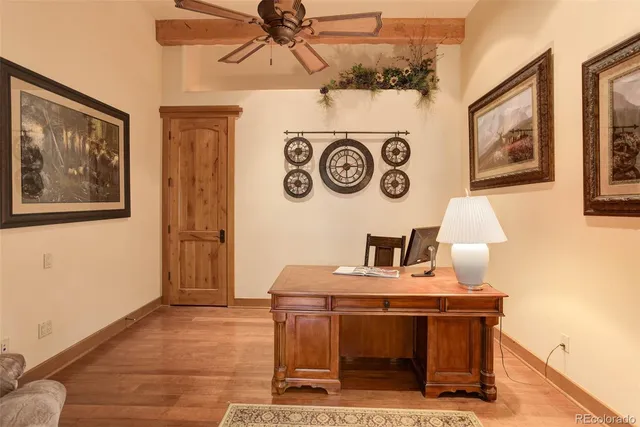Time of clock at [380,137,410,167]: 7:15
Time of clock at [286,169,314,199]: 6:15
